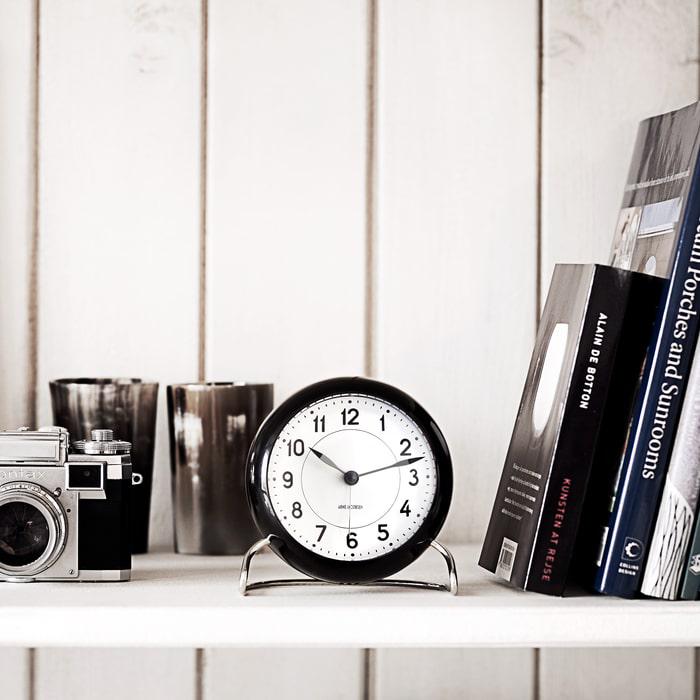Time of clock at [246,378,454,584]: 10:12
